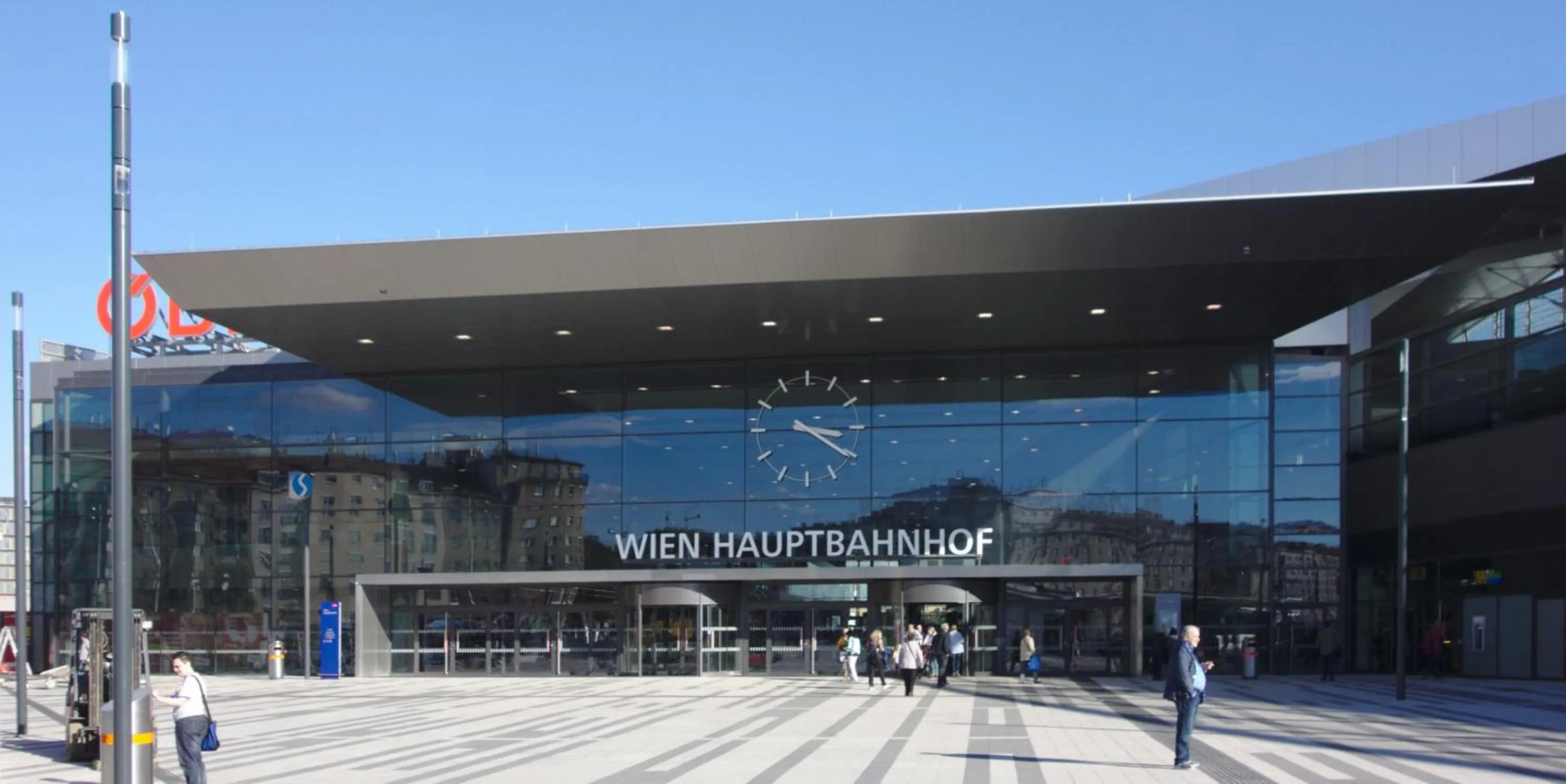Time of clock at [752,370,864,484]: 3:20
